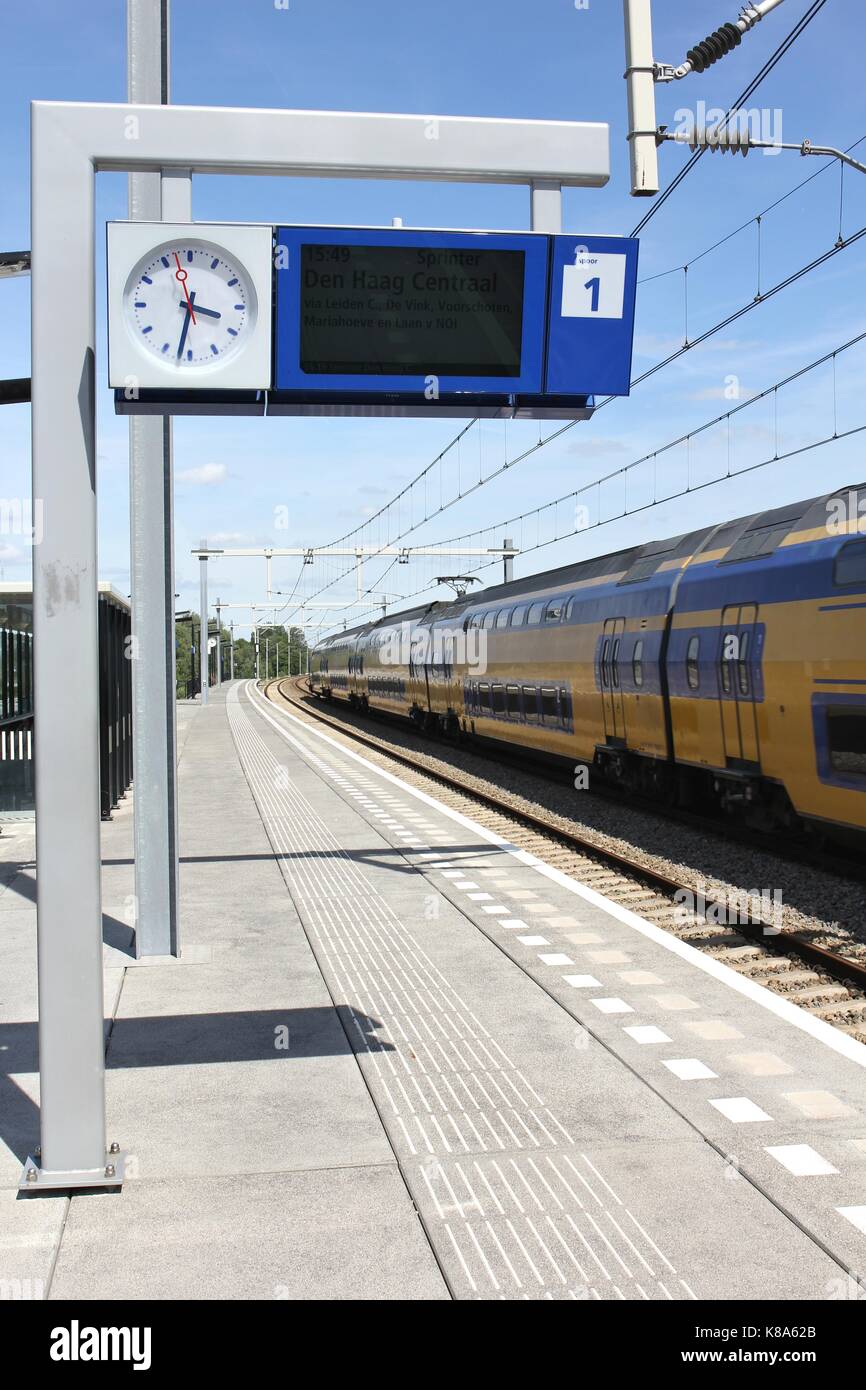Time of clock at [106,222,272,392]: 3:32
